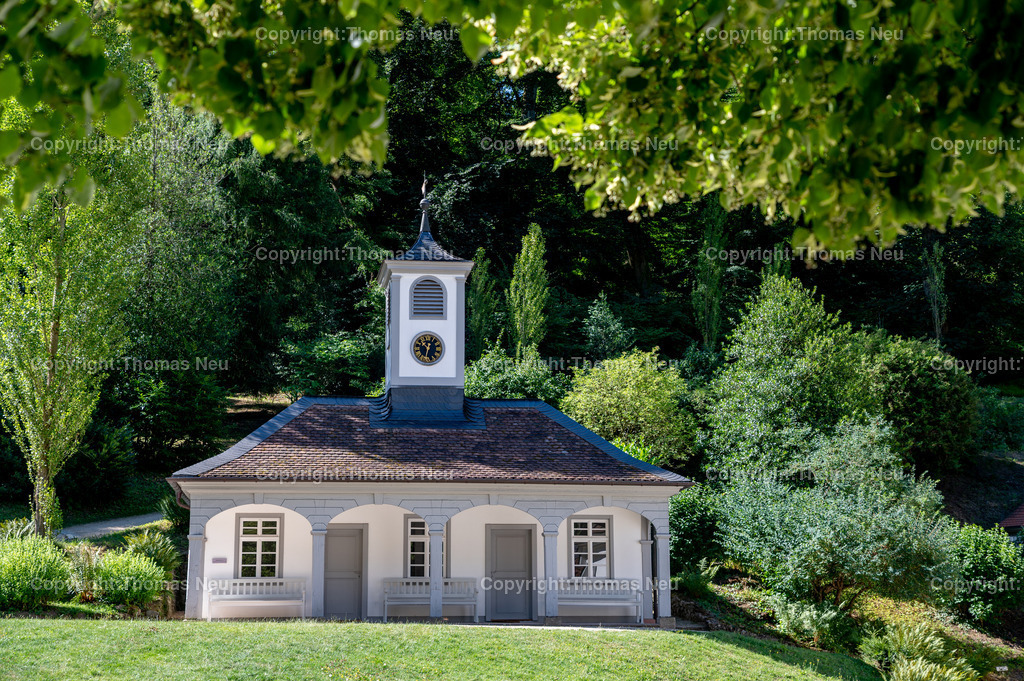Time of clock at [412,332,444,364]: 10:32
